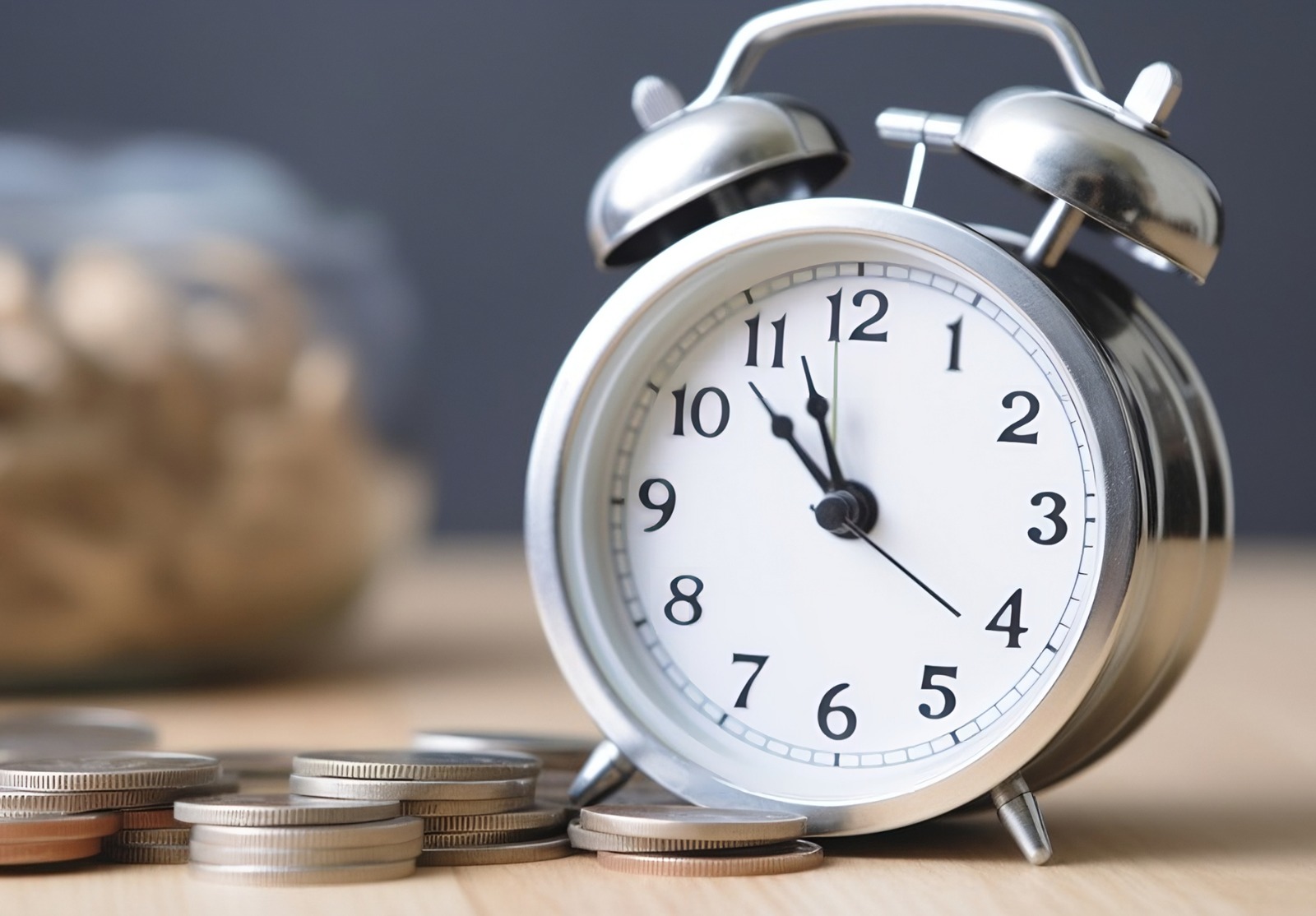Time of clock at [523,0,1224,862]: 10:57
